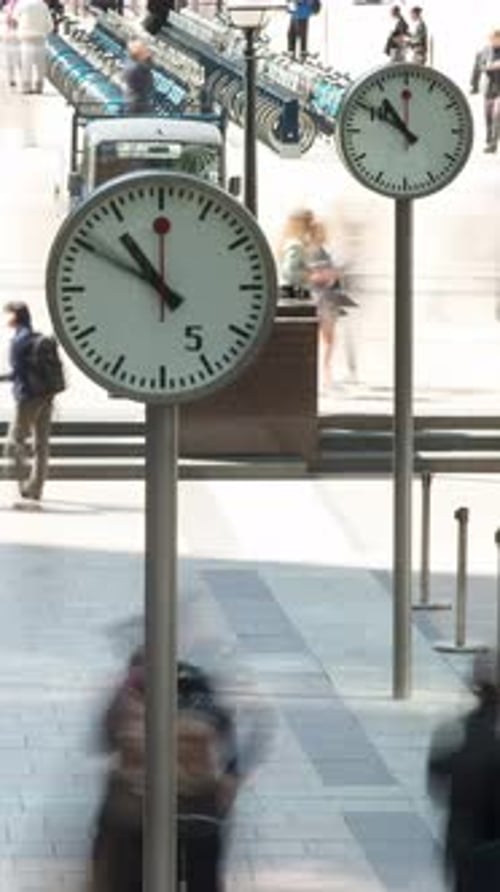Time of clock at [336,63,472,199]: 10:50
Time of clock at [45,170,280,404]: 10:50
